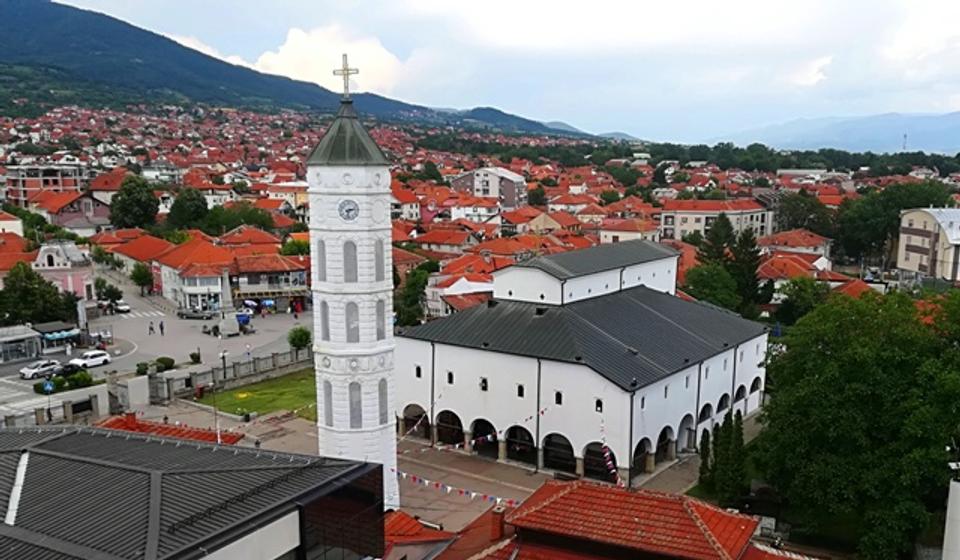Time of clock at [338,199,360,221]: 2:32
